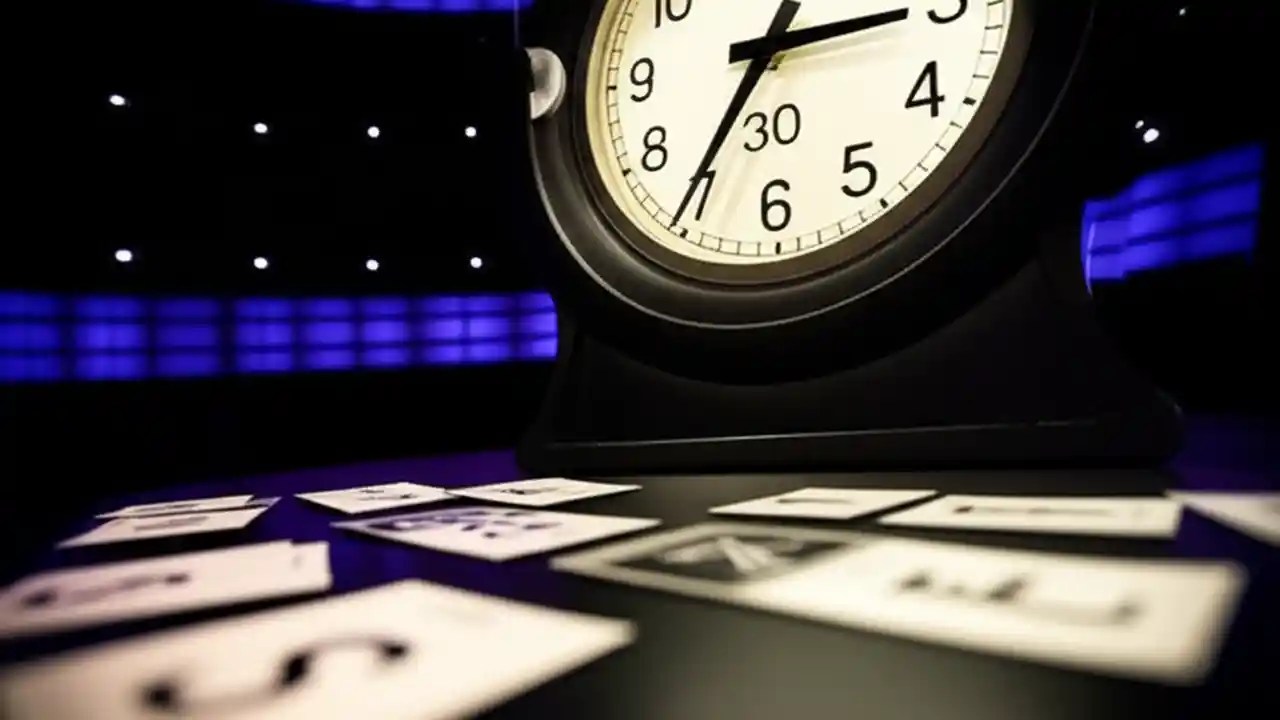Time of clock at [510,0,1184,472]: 2:35
